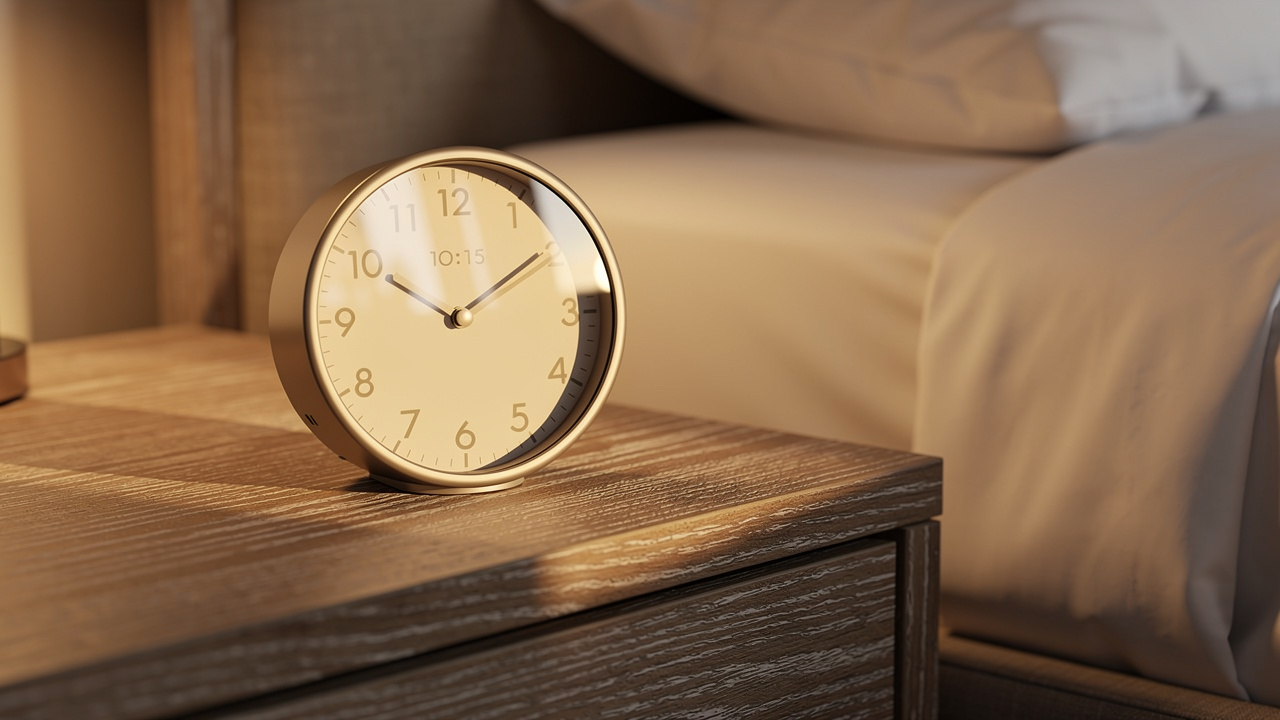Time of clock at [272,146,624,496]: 1:49
